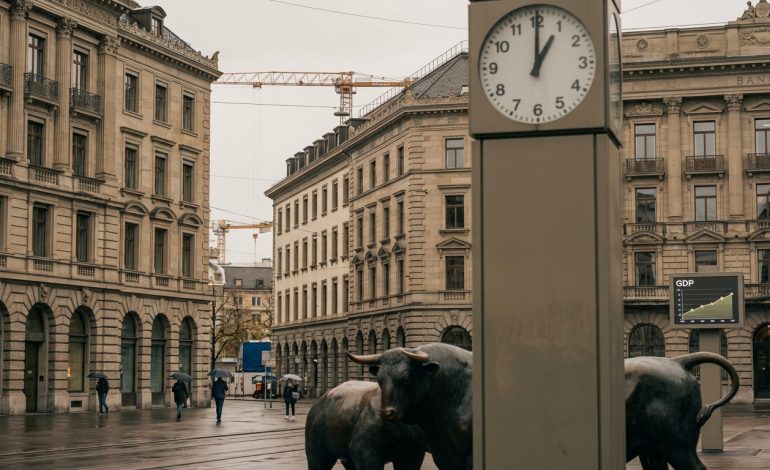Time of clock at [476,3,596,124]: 1:00
